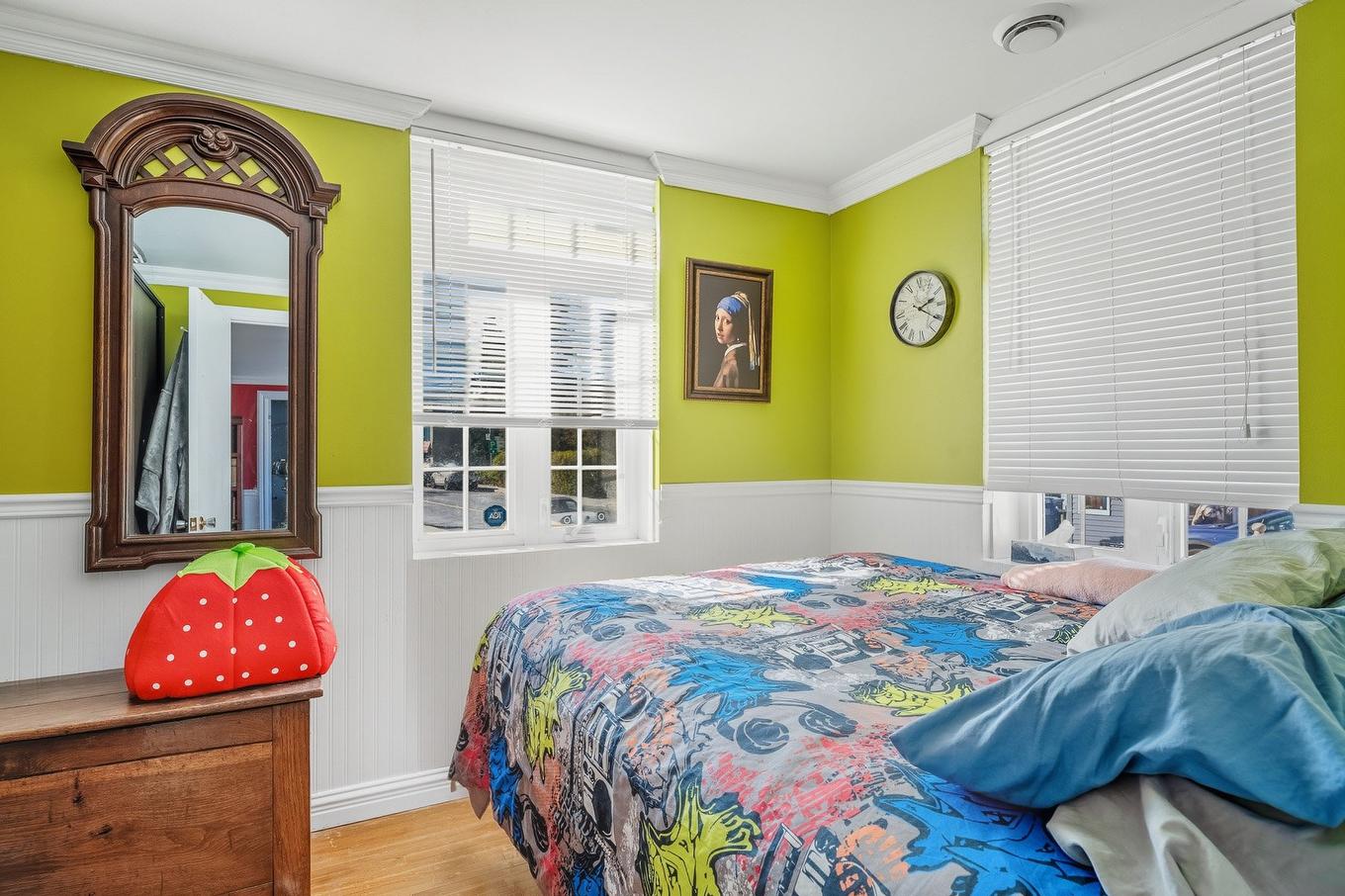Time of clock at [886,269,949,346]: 2:20
